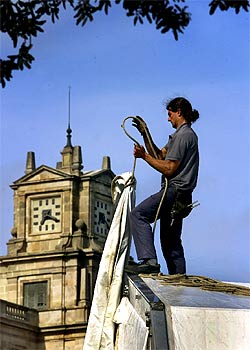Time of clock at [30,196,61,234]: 7:19
